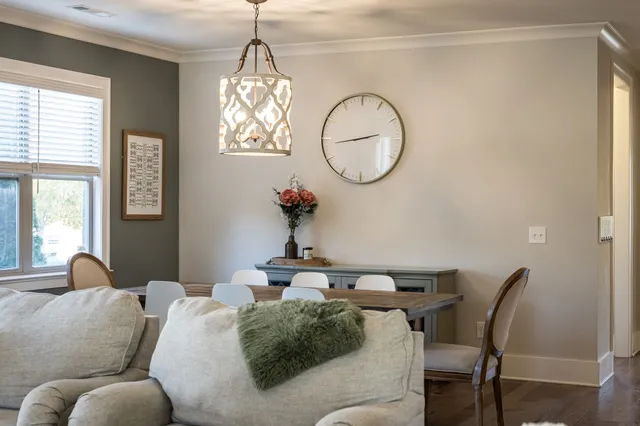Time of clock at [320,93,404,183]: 2:43
